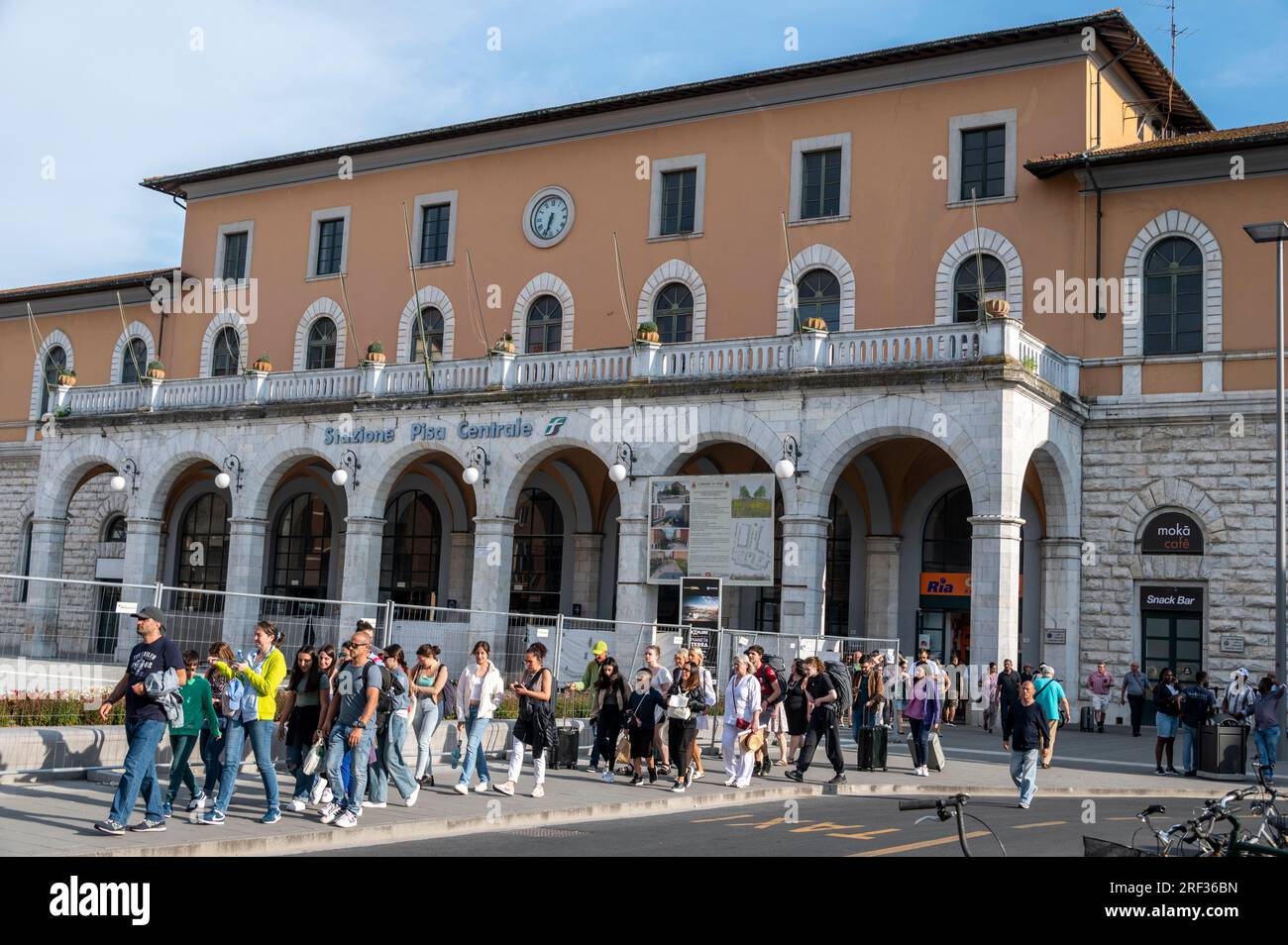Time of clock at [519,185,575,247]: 6:32
